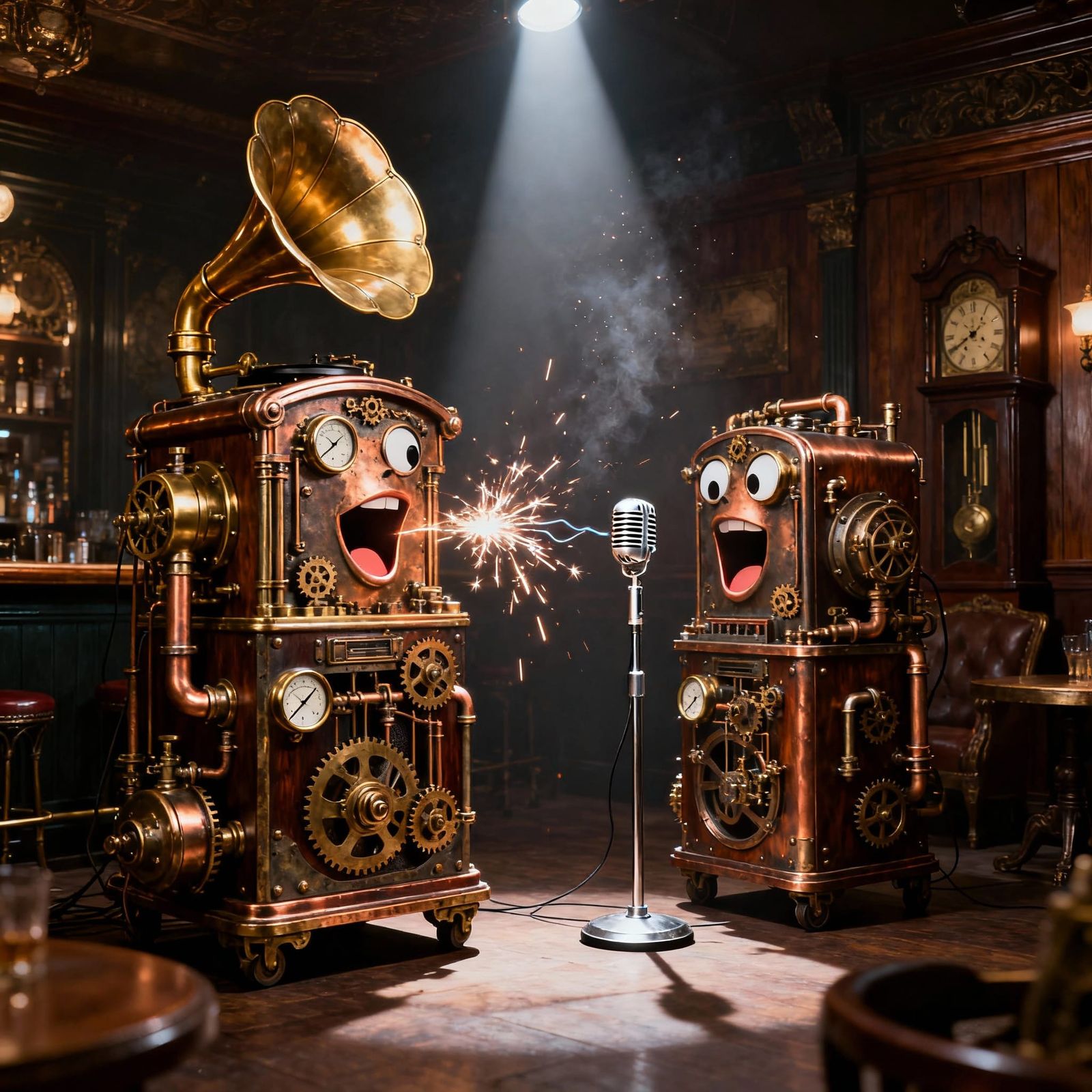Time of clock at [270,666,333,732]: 1:38
